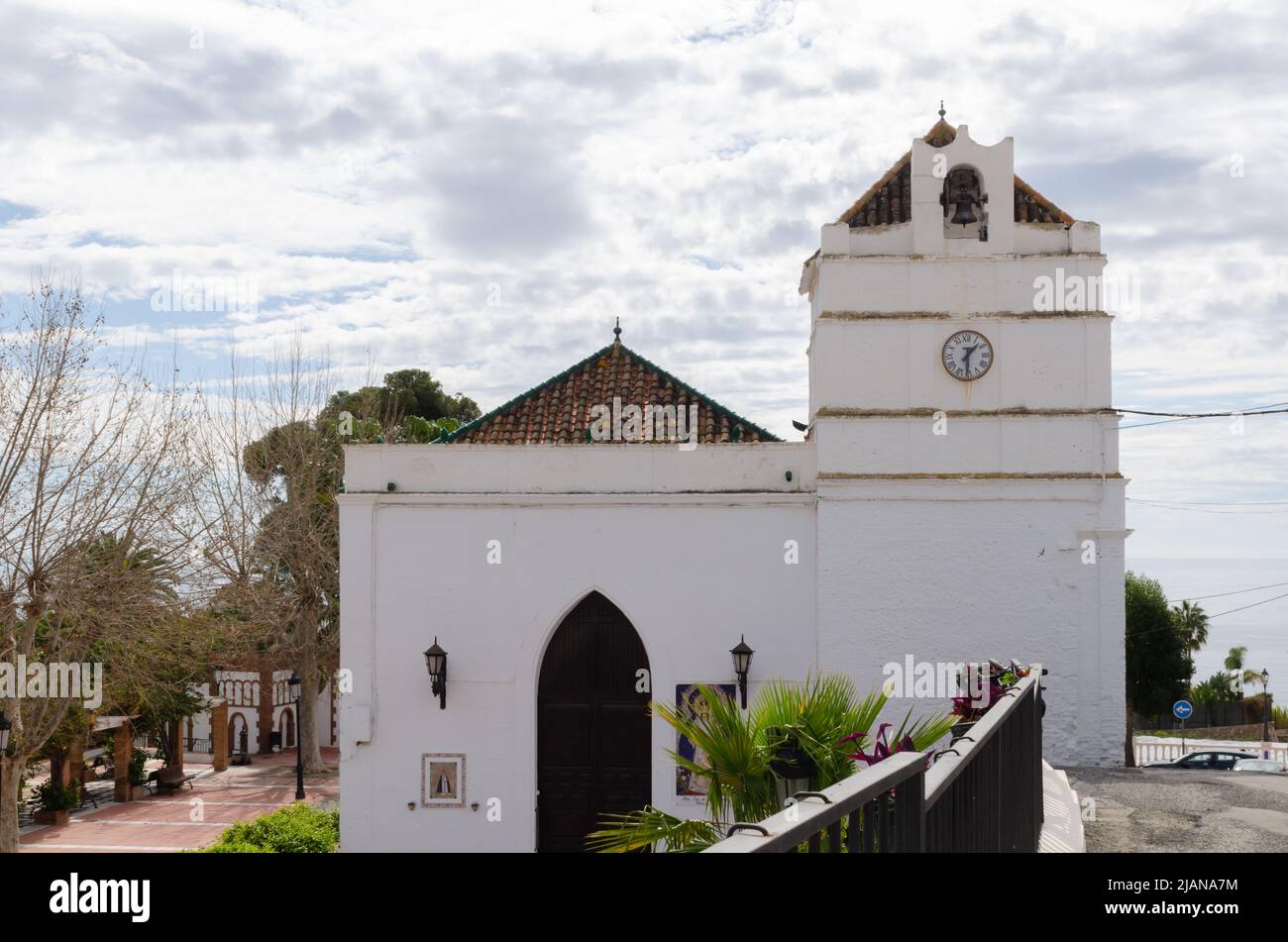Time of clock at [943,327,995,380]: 1:30
